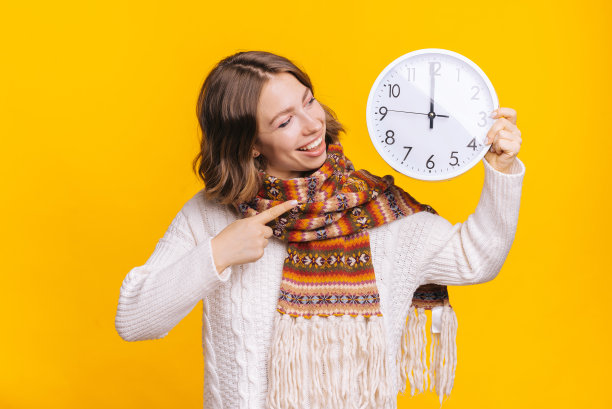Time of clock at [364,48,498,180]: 11:59
